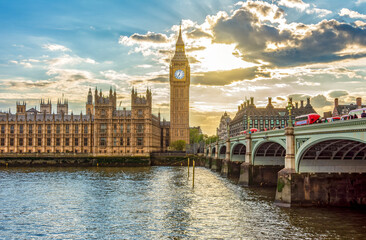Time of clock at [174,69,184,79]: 7:03
